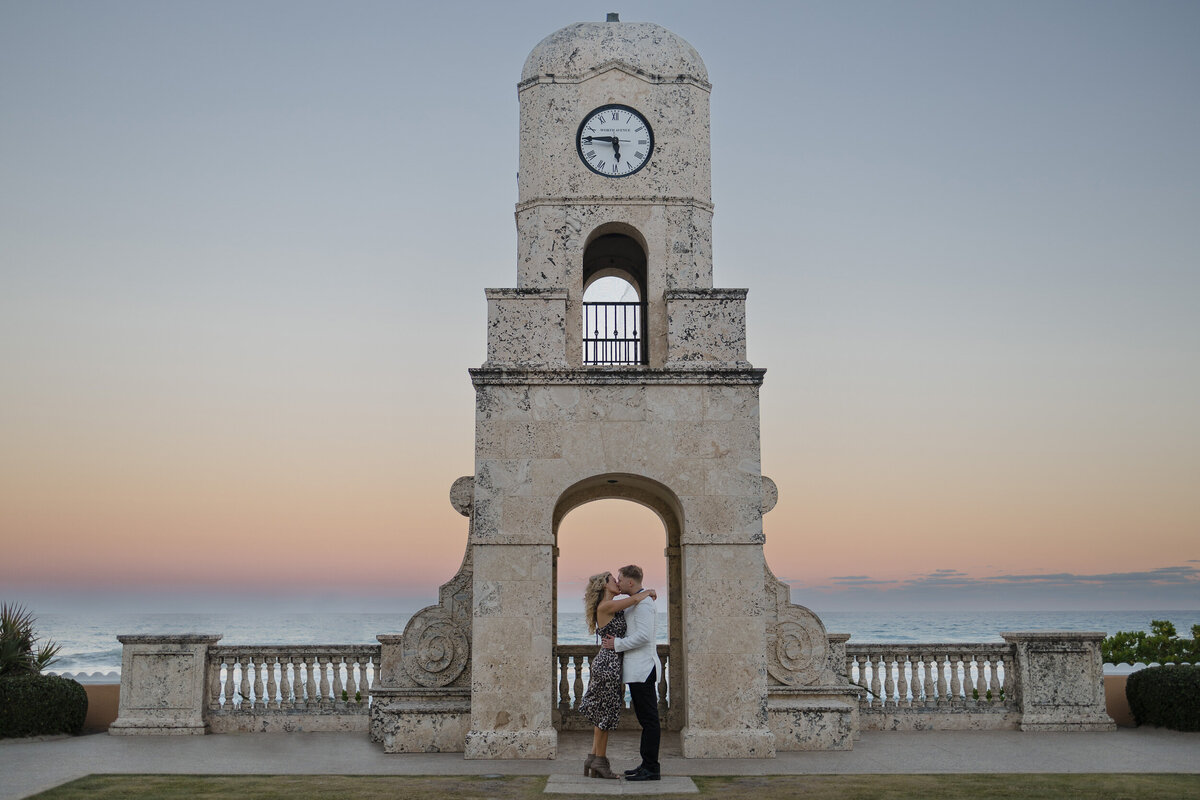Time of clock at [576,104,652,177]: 5:45
